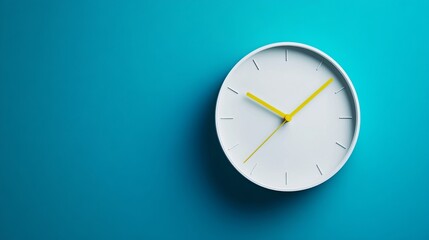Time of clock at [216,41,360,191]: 10:07
